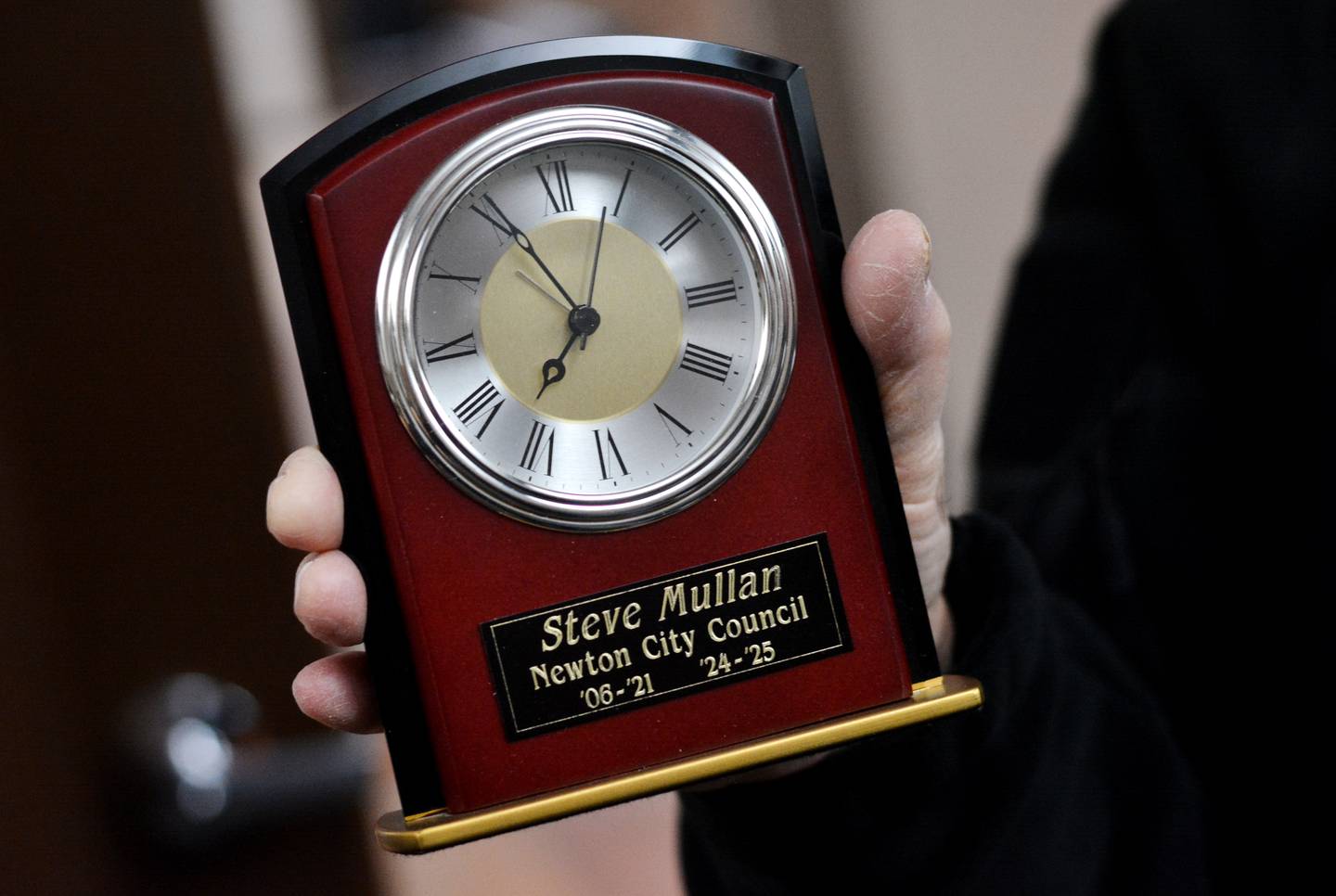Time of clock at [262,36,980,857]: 6:55
